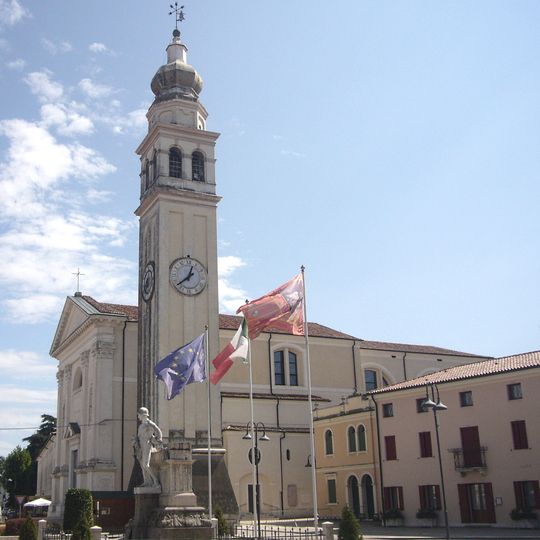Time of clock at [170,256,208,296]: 12:38
